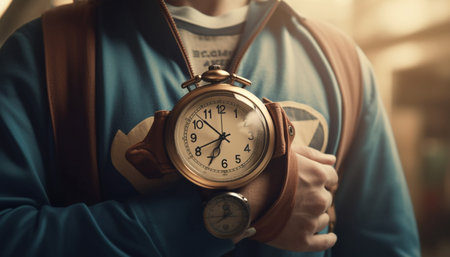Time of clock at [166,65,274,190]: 6:52
